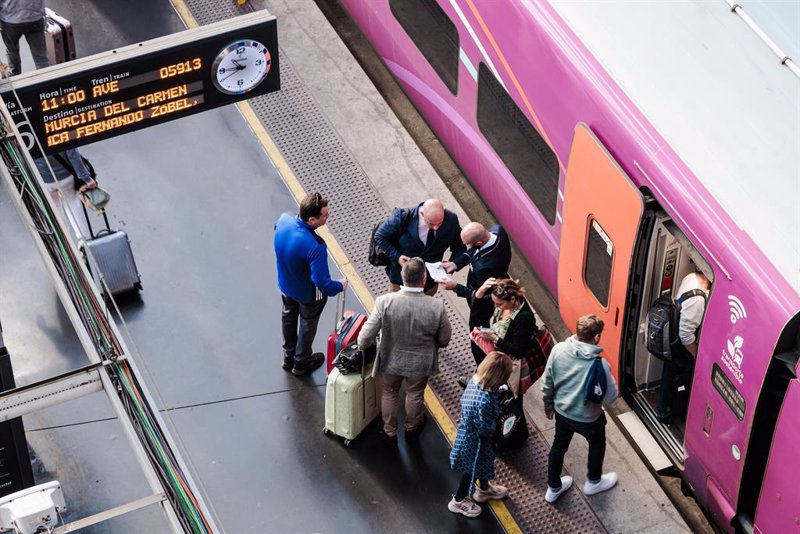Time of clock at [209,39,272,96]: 10:45
